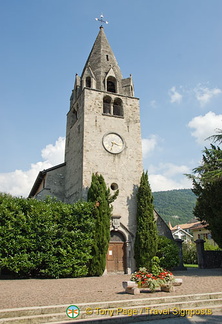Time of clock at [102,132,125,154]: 3:32
